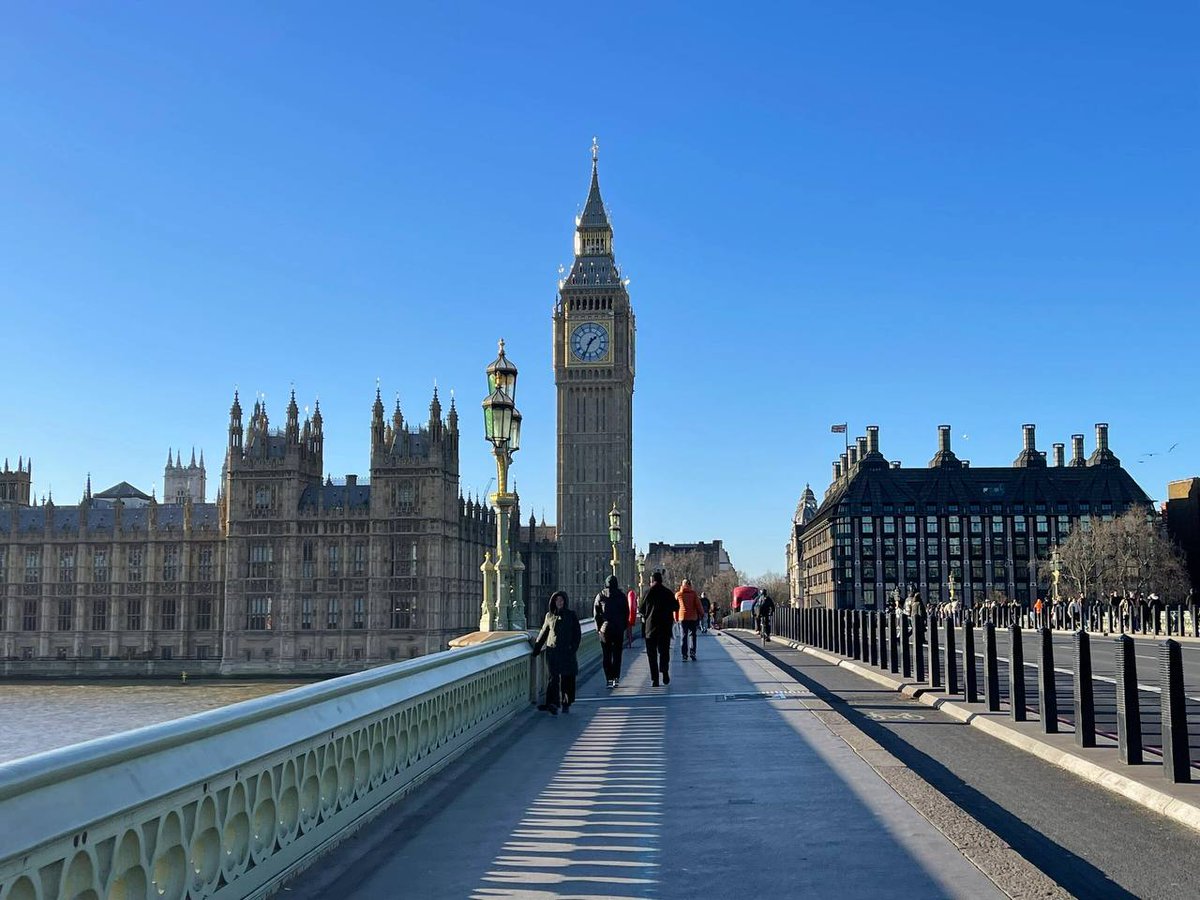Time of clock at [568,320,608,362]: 1:34
